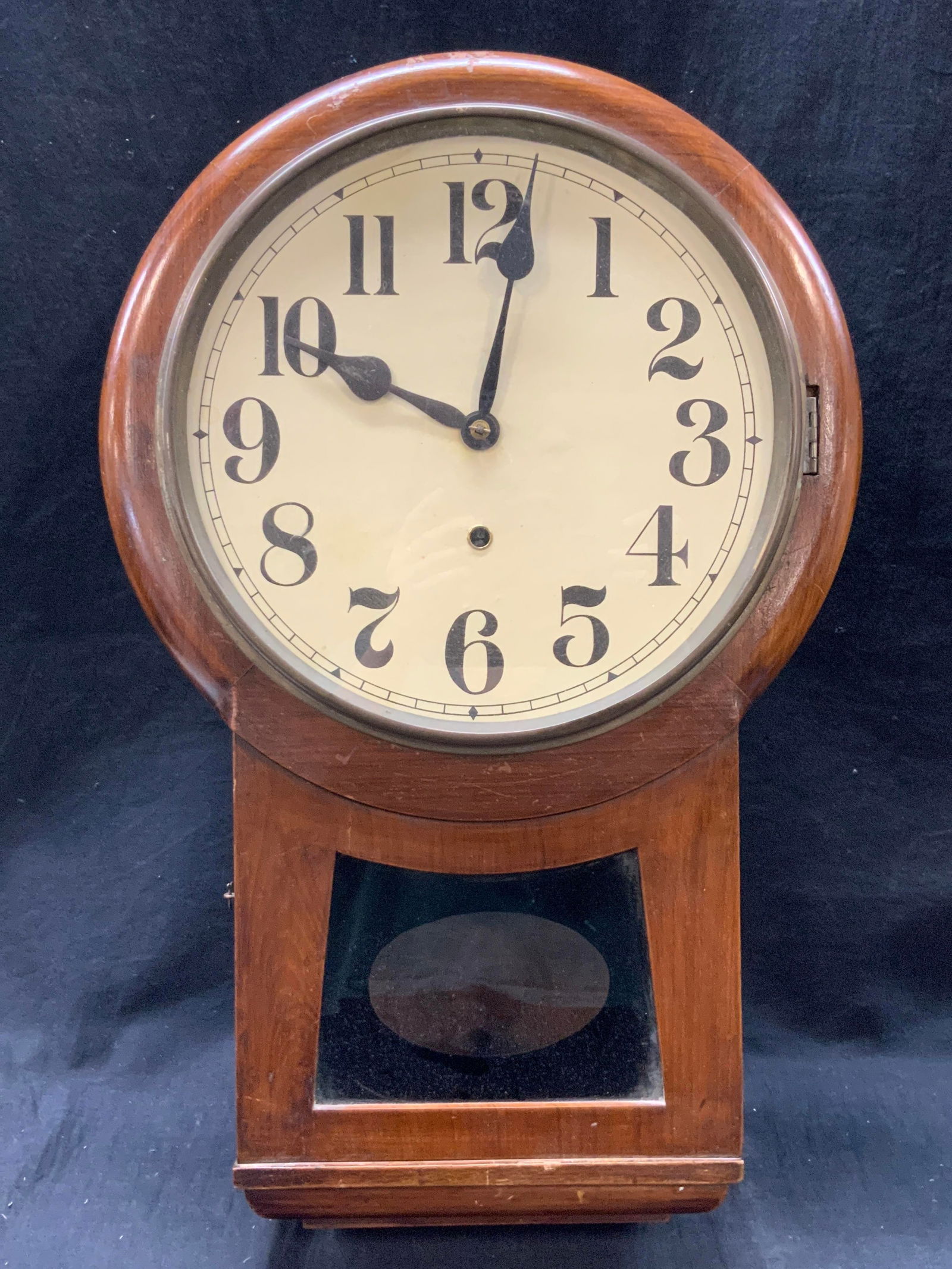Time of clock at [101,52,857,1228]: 10:01
